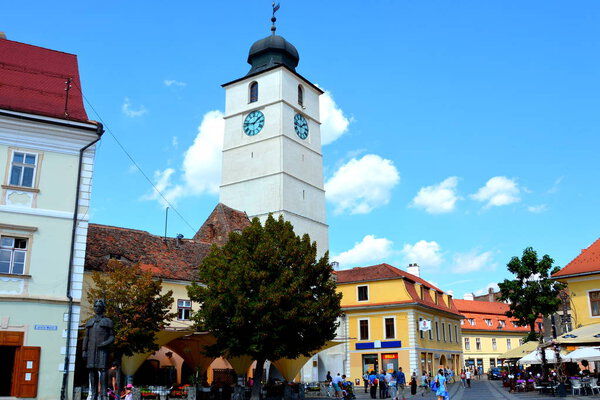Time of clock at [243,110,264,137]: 1:46
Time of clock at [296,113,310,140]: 1:46
